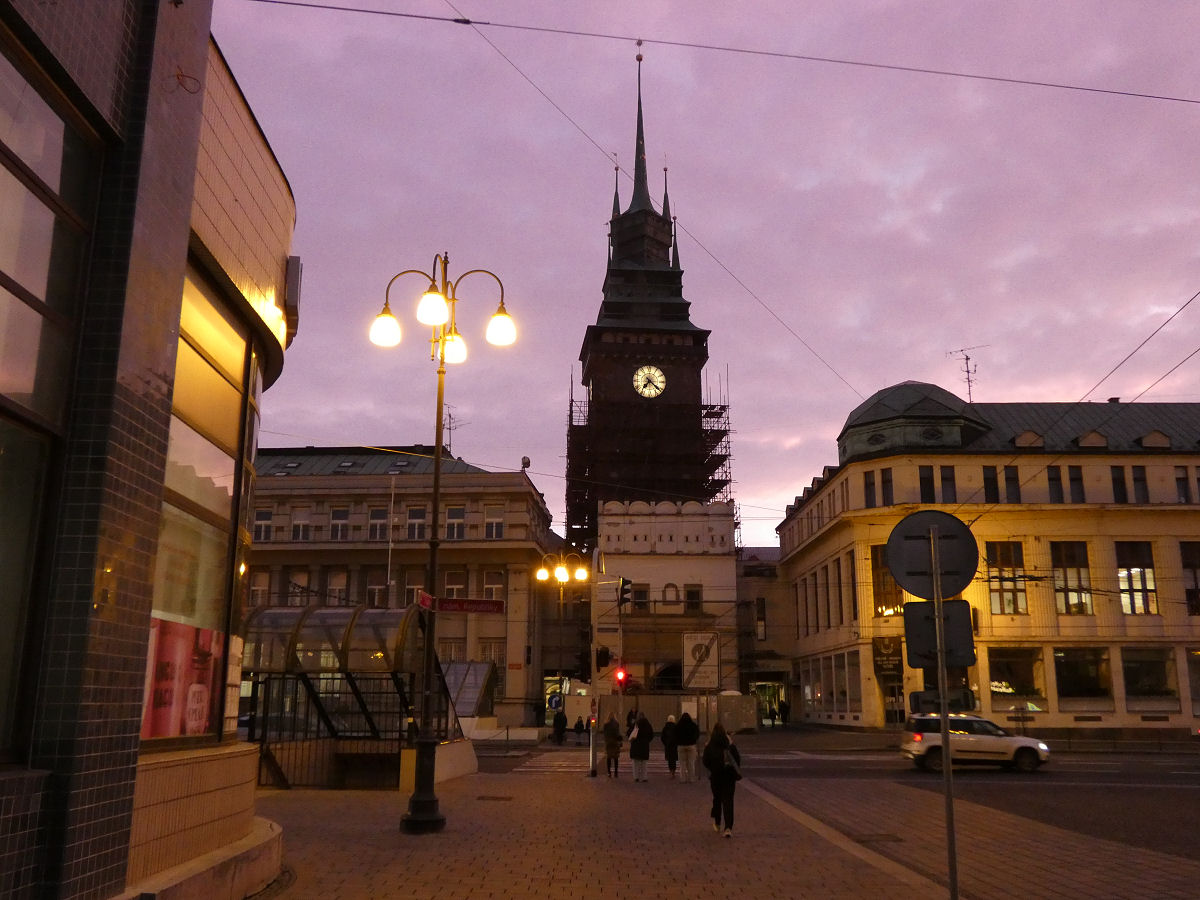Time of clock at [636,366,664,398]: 7:21
